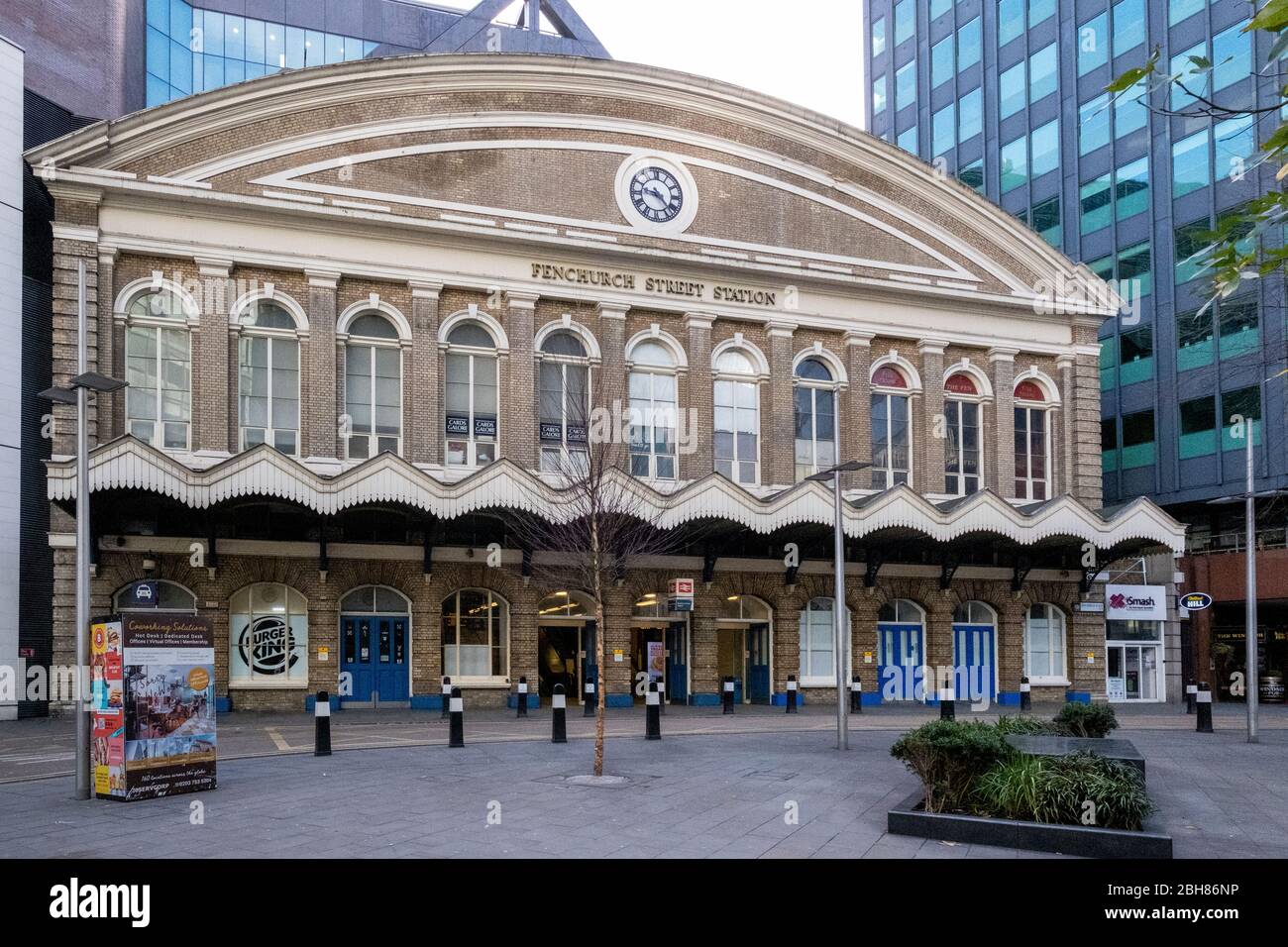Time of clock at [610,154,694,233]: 9:22
